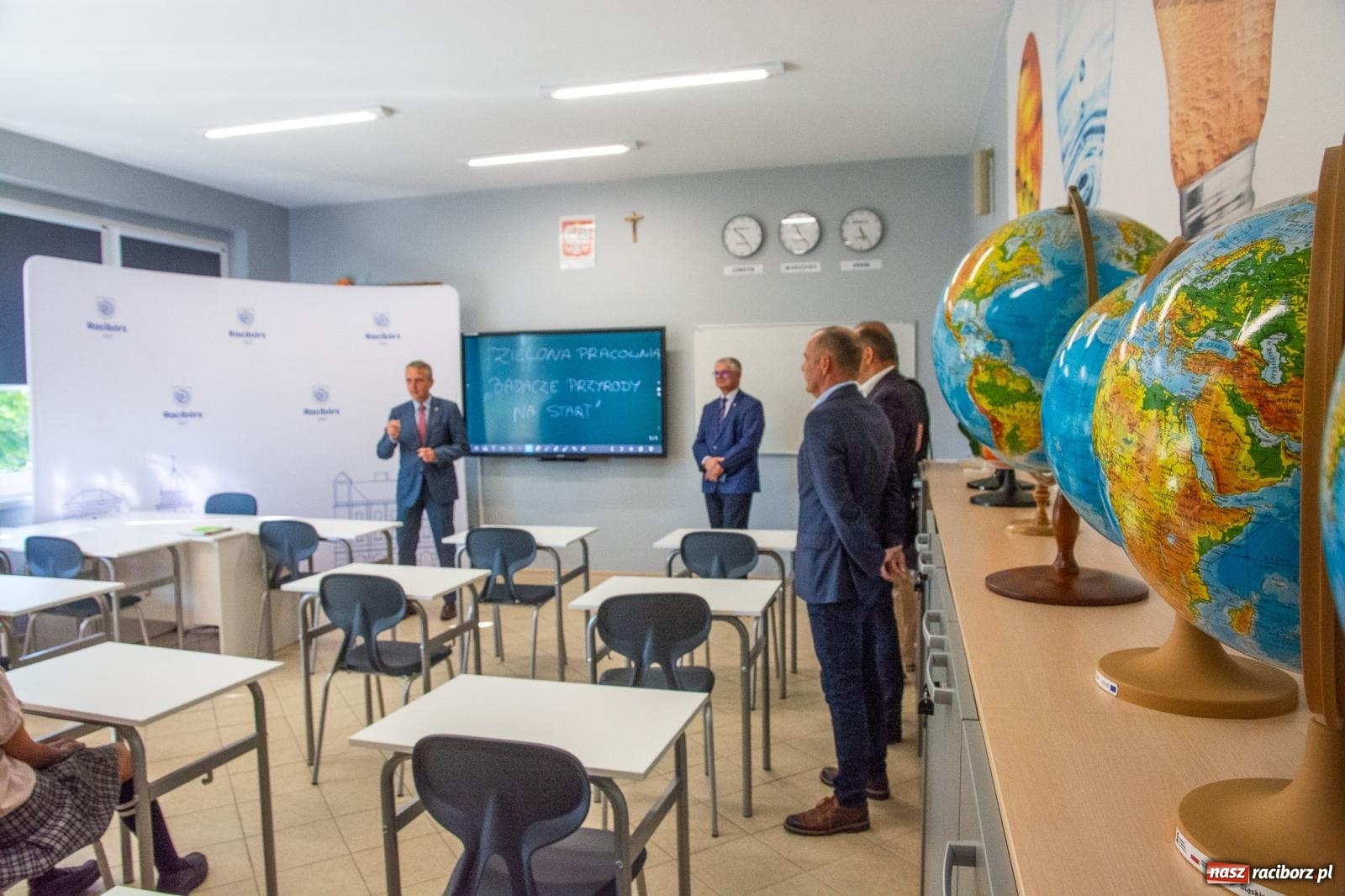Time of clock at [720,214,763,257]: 10:23
